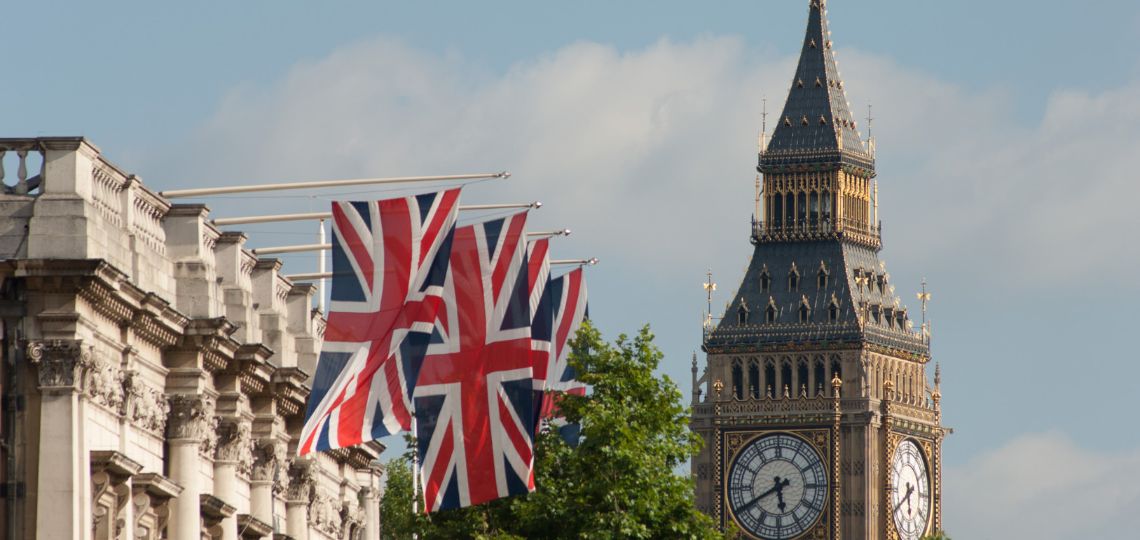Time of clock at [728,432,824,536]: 5:40
